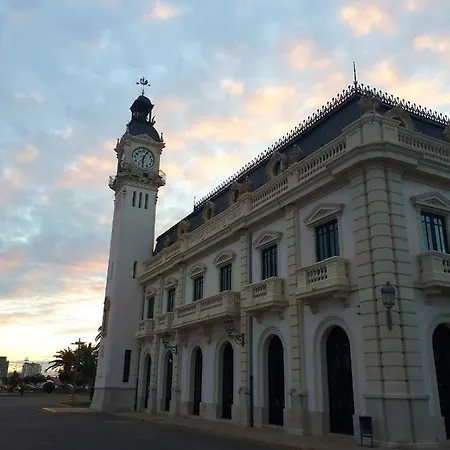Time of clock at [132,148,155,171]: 6:04
